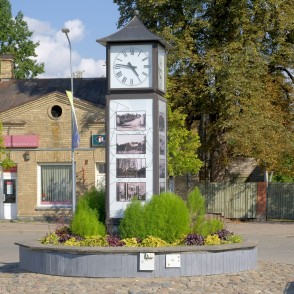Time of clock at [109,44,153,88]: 4:46
